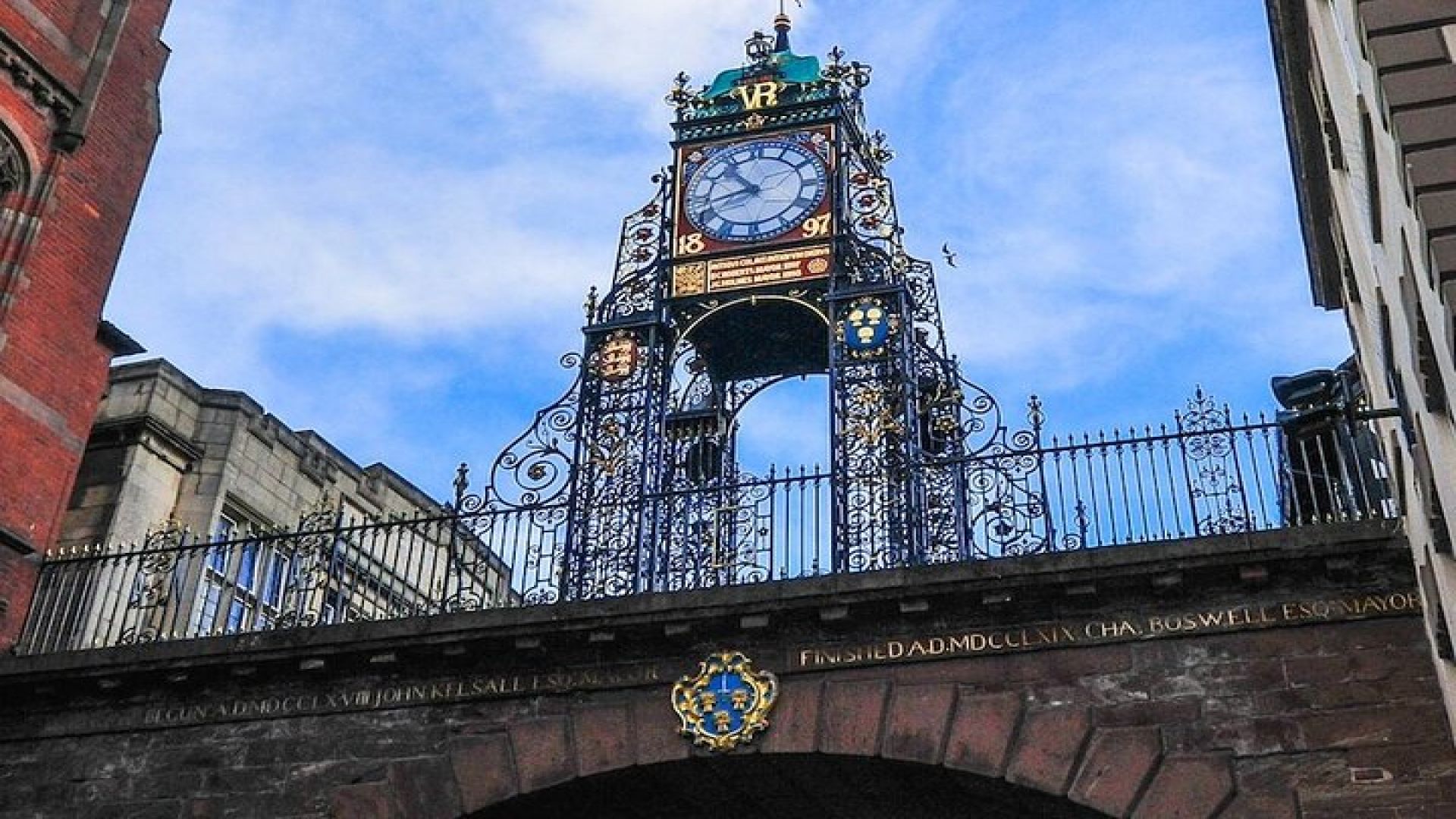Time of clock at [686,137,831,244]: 10:42
